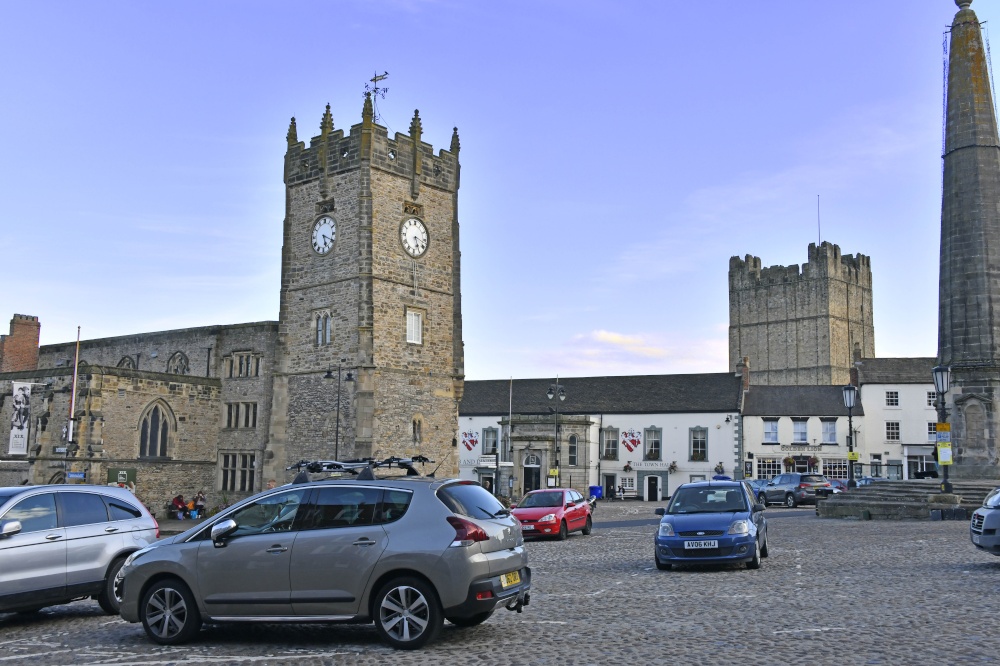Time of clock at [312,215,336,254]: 5:19
